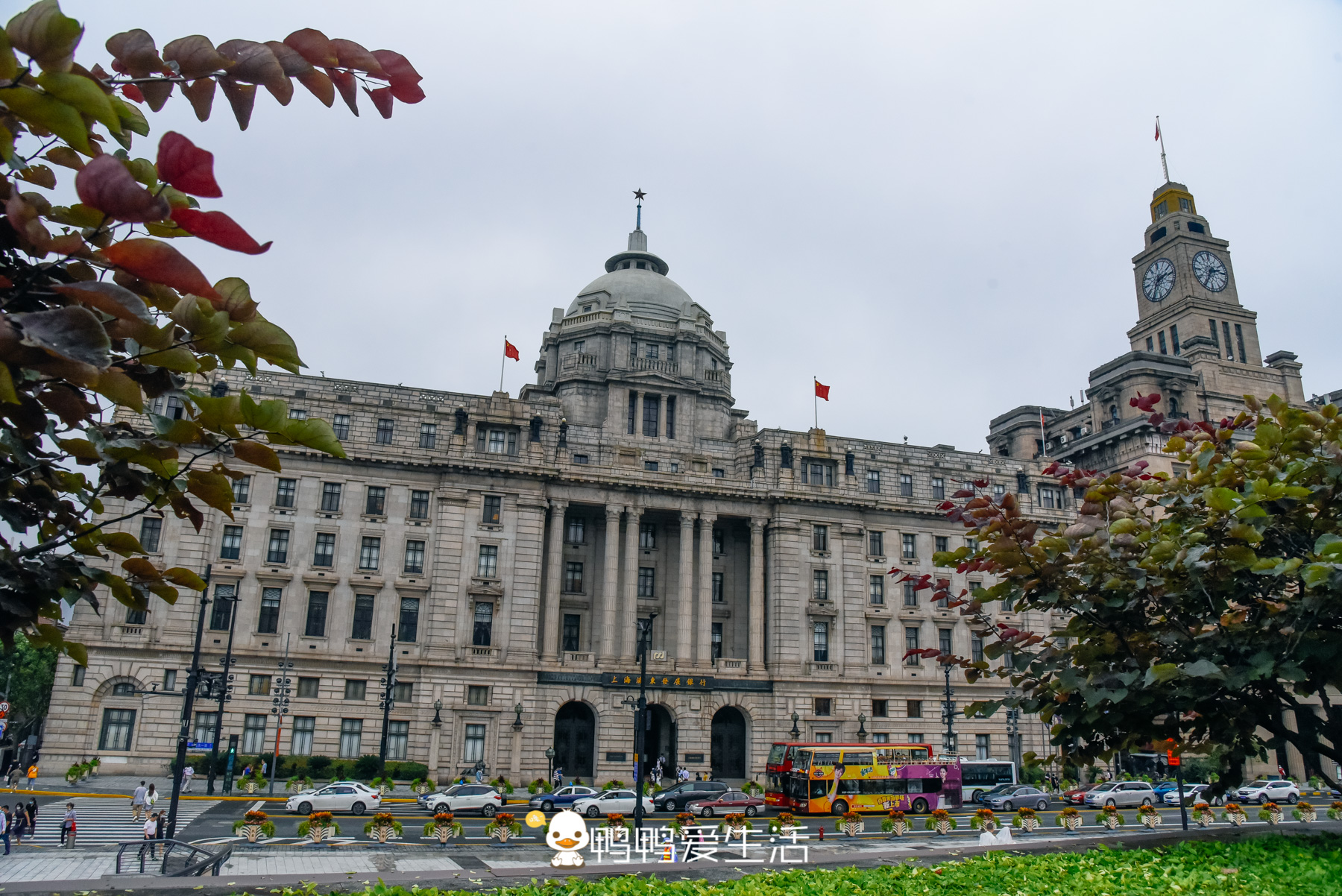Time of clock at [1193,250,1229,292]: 2:34
